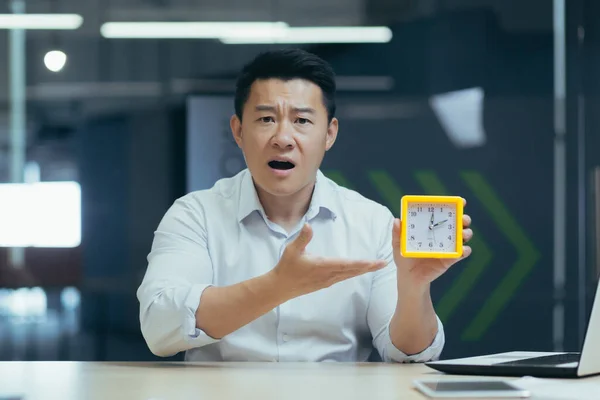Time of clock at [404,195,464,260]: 12:11
